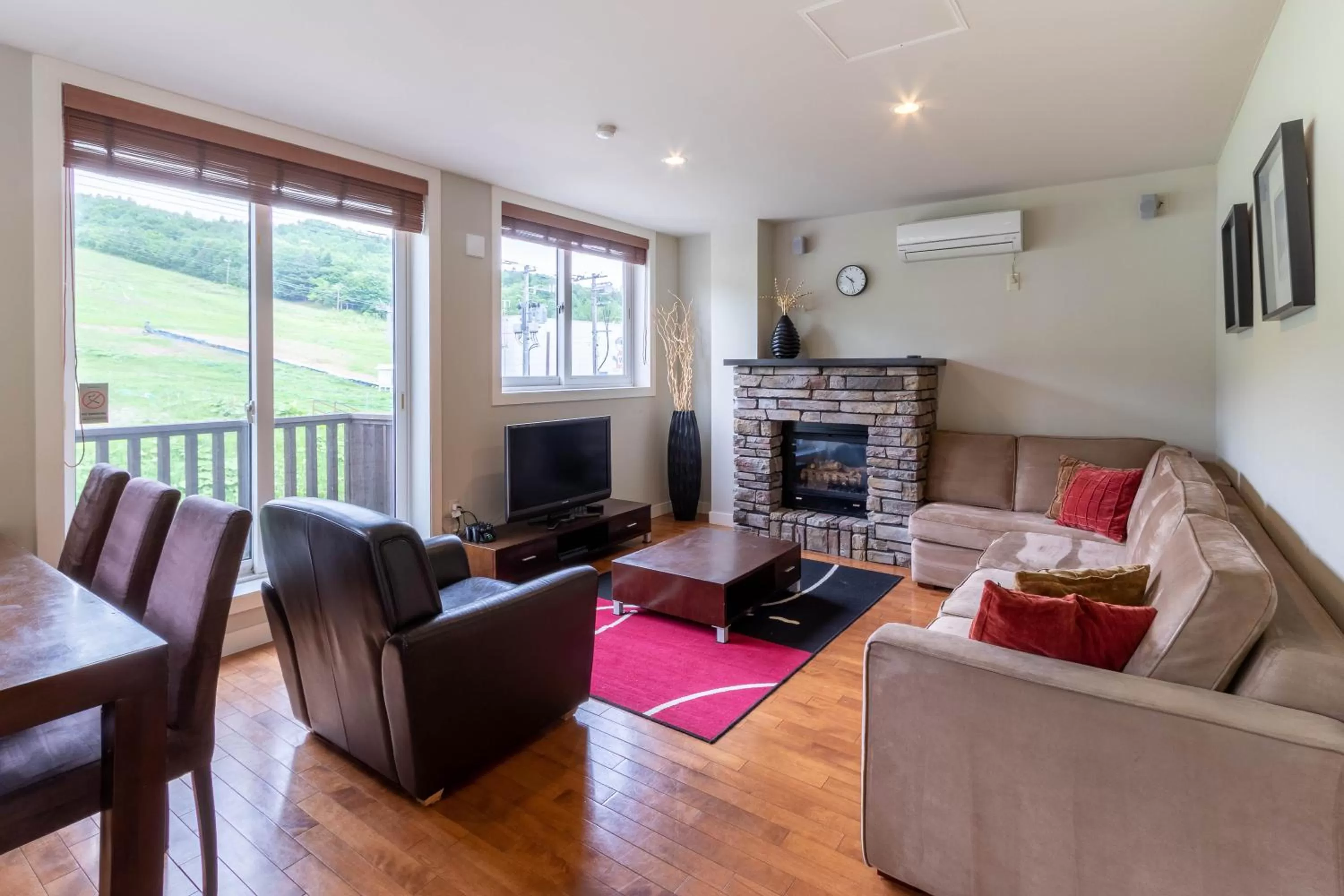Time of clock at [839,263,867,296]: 10:28
